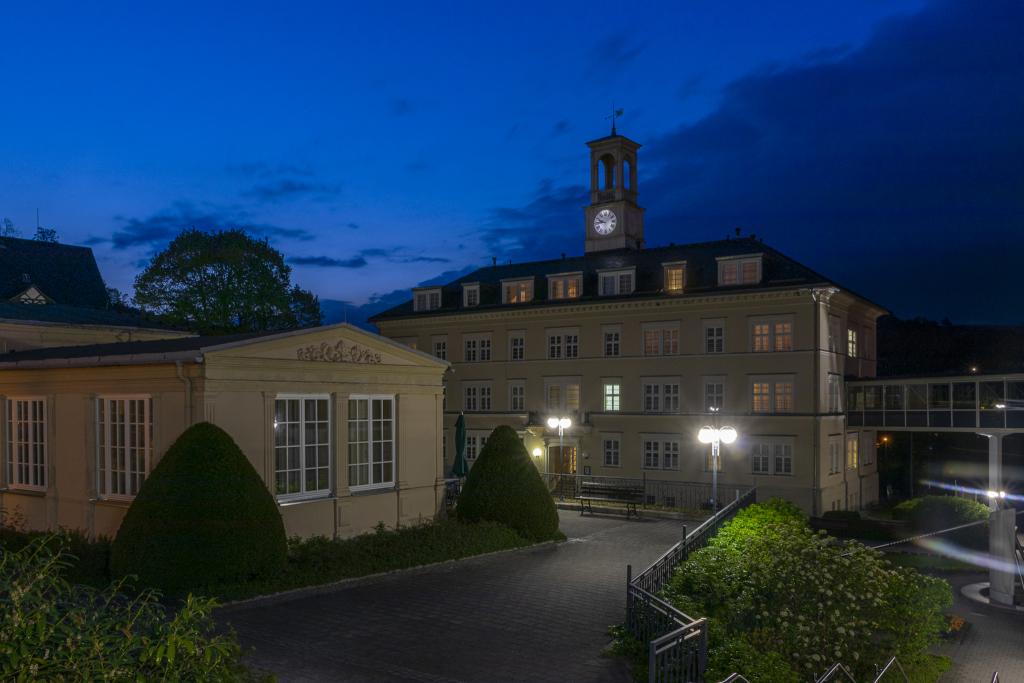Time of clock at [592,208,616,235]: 9:45
